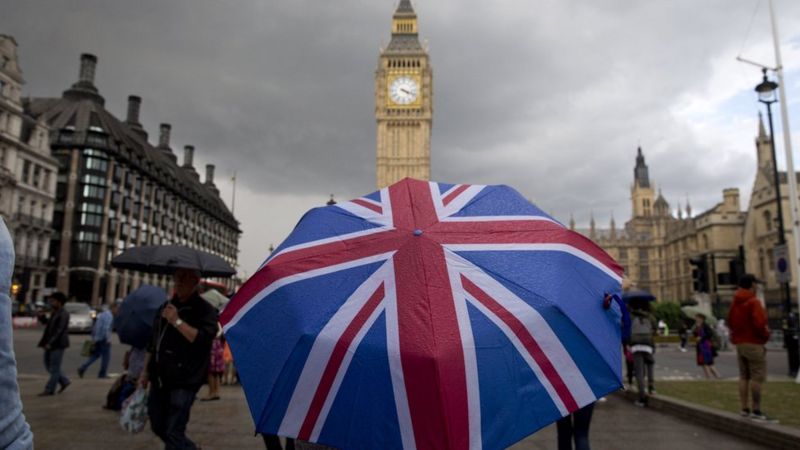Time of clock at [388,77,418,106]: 4:18
